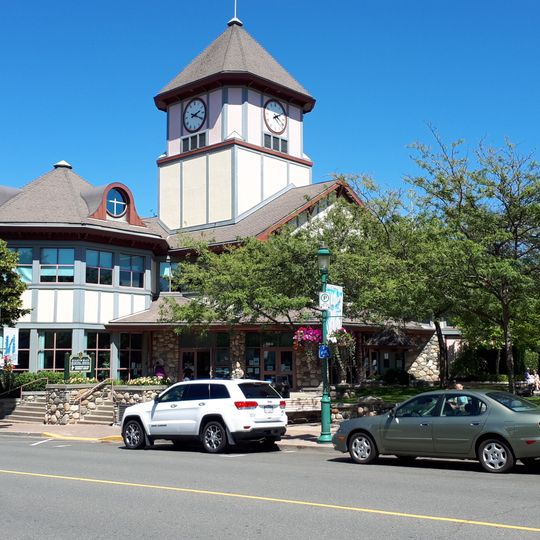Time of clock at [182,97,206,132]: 2:19
